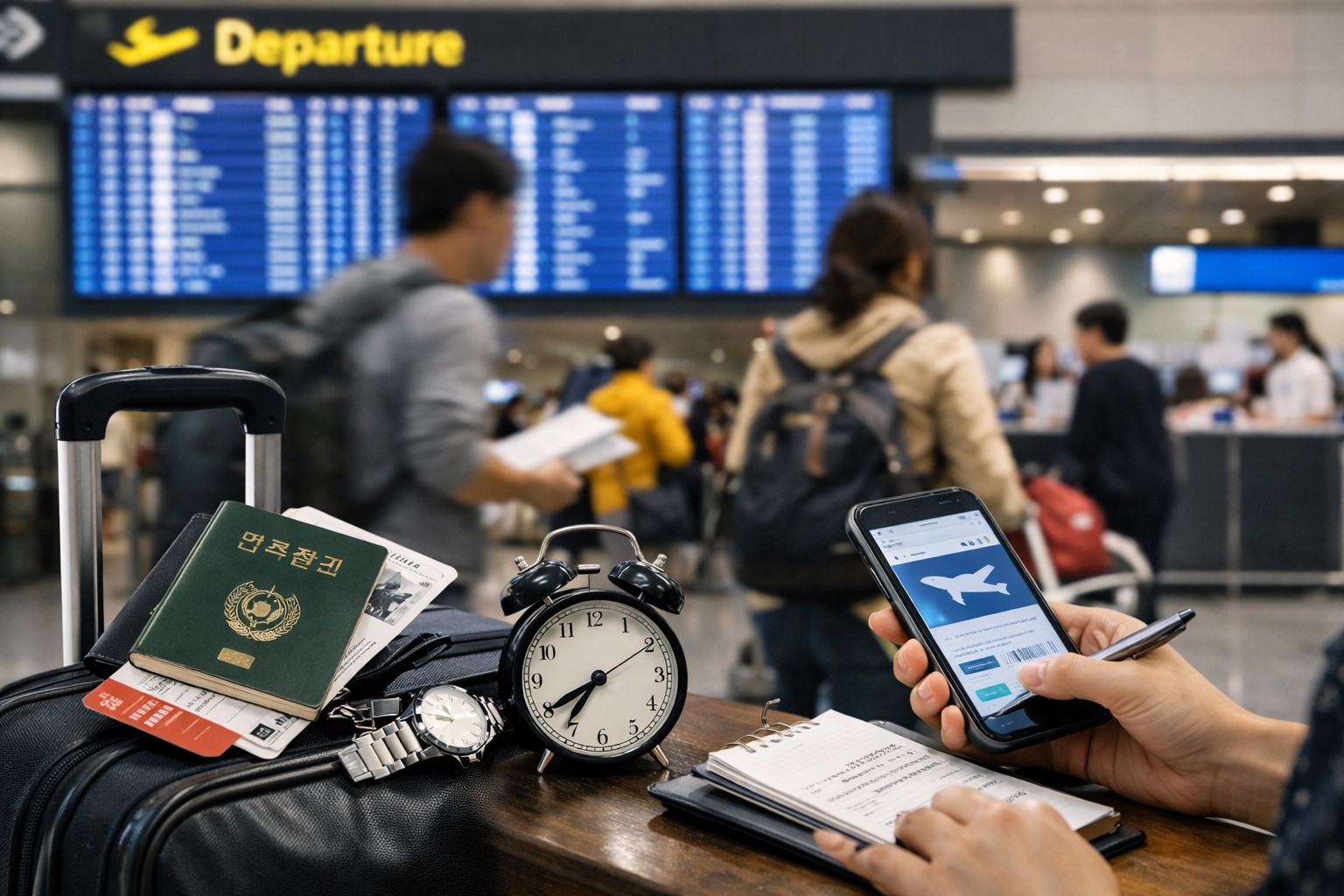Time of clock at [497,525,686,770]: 7:40
